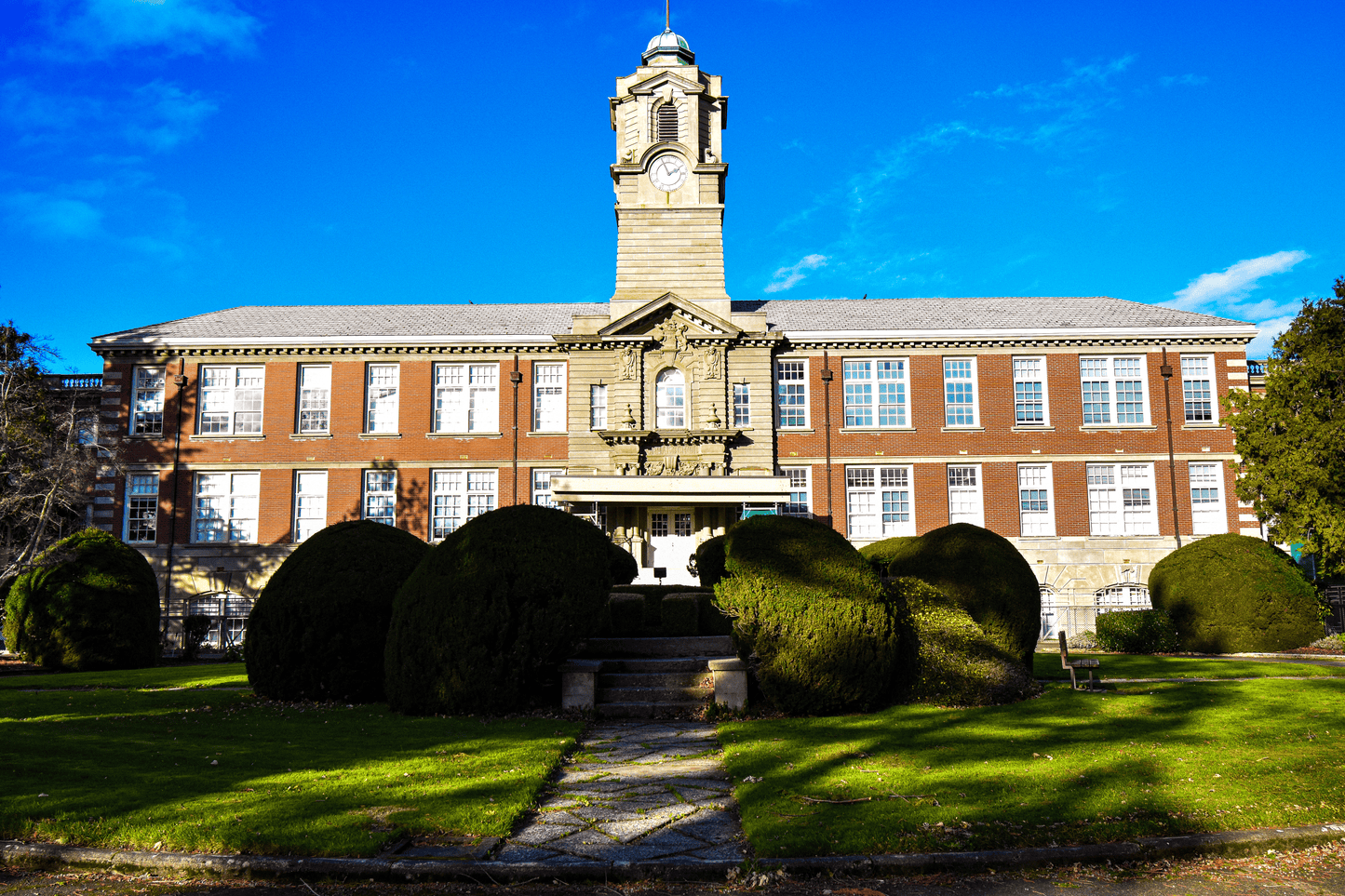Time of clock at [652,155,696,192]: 1:56
